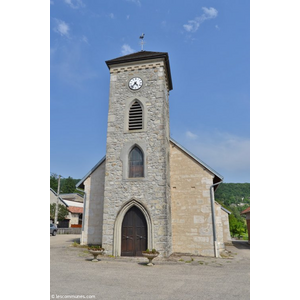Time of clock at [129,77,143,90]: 4:36
